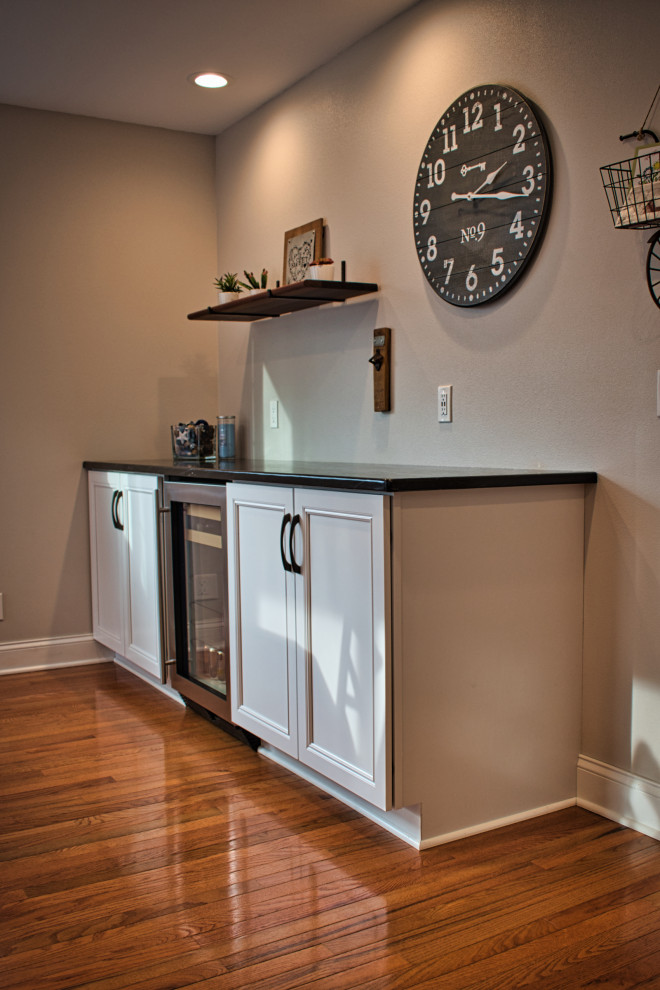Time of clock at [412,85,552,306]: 2:16
